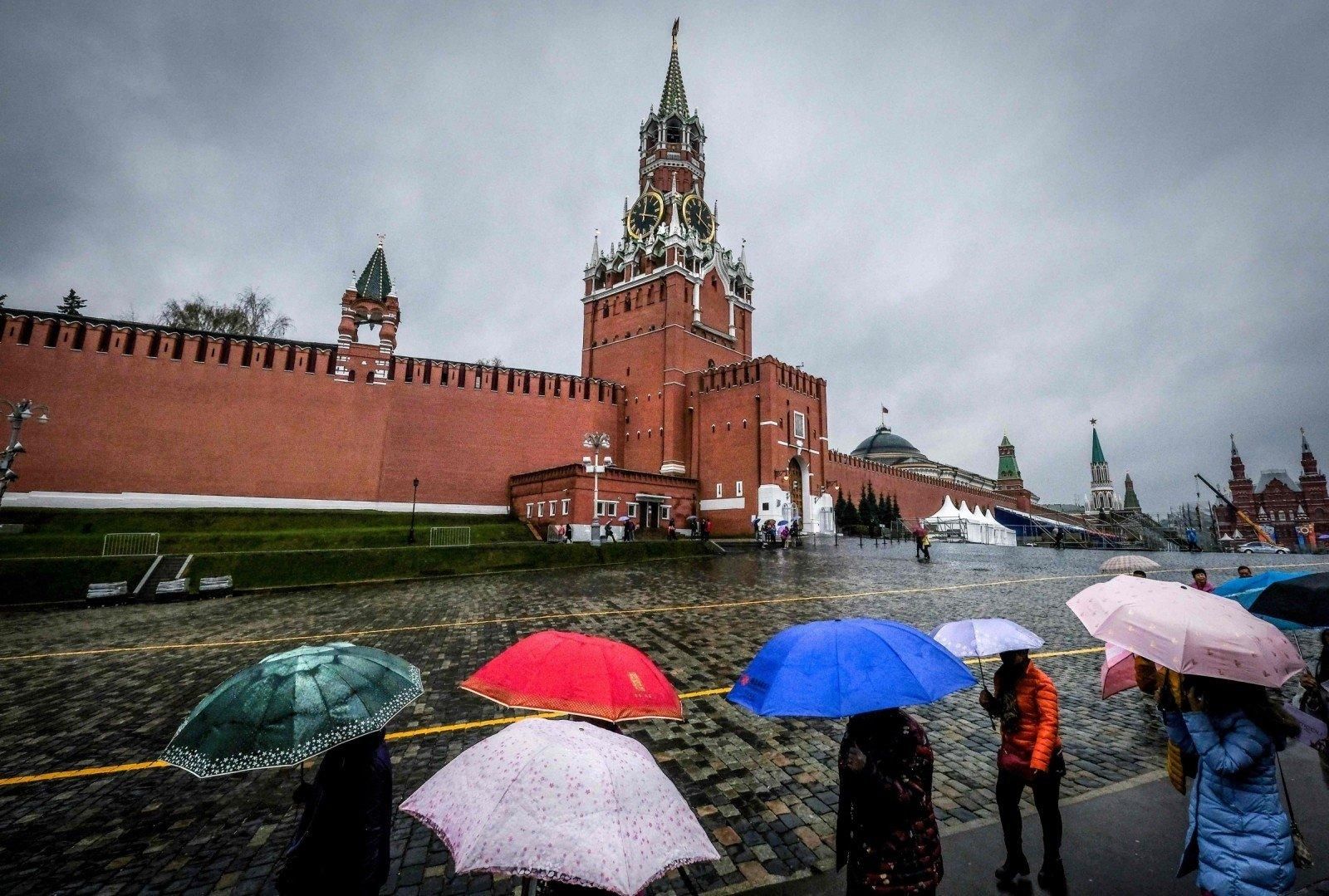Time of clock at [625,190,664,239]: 12:18
